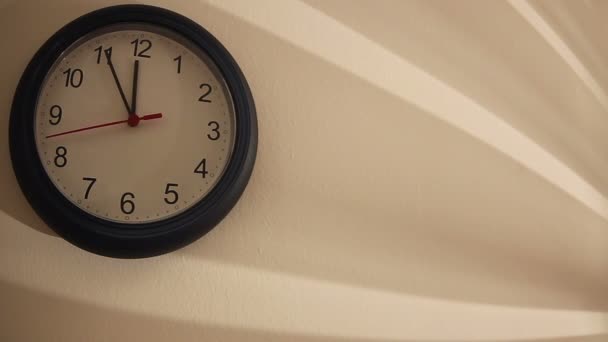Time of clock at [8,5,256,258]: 11:55
